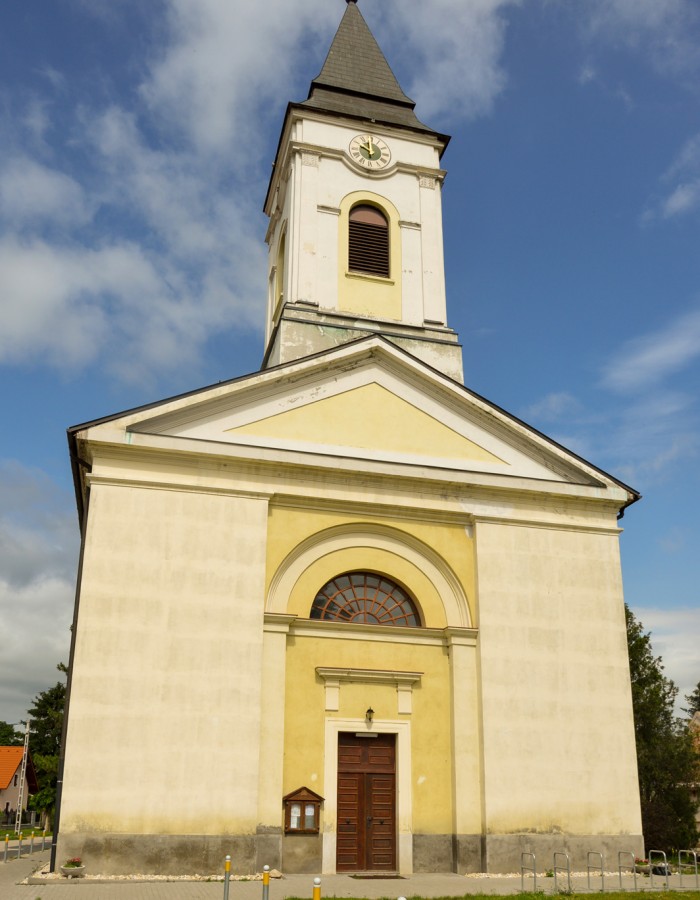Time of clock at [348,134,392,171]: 9:59
